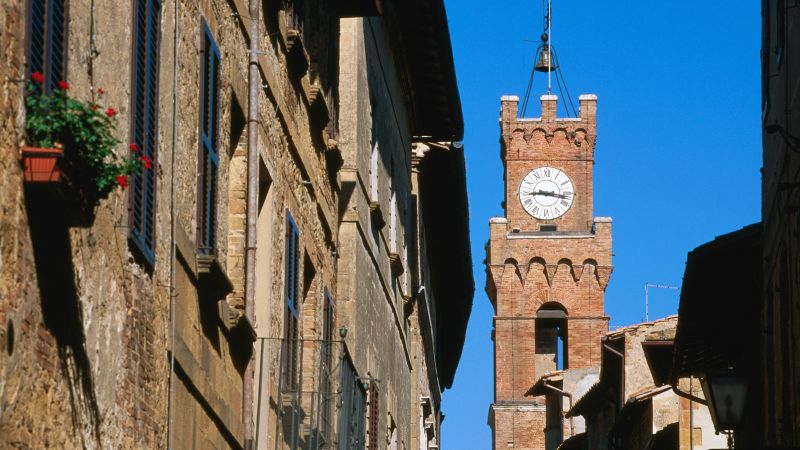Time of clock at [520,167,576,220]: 9:16
